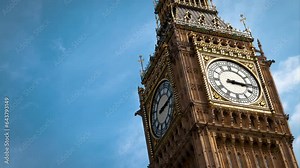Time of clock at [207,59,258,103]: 3:15
